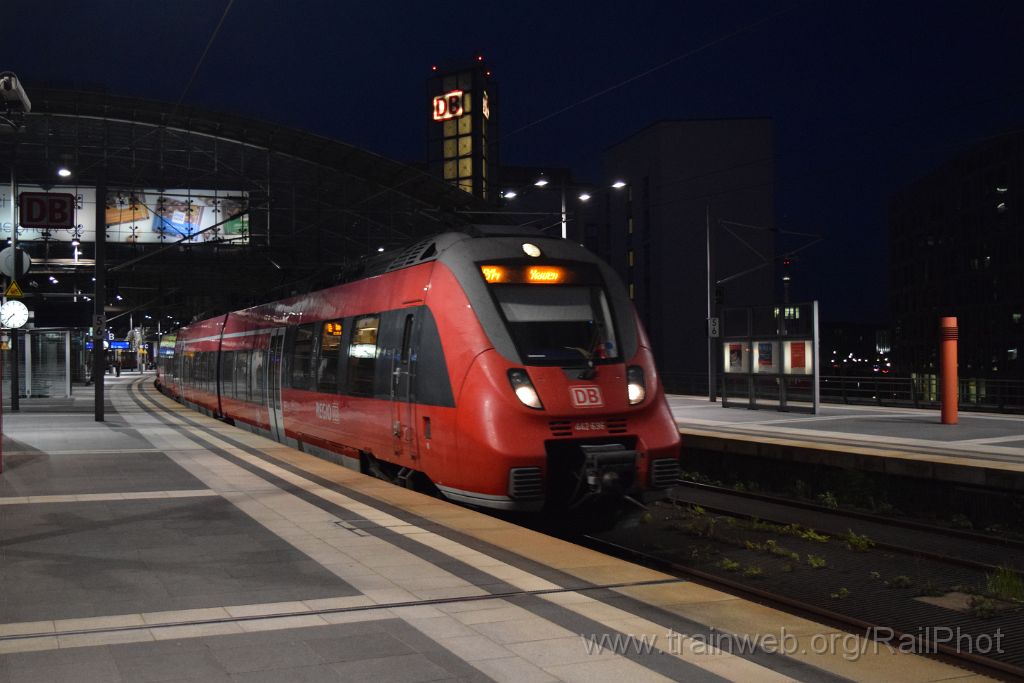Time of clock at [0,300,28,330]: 7:37
